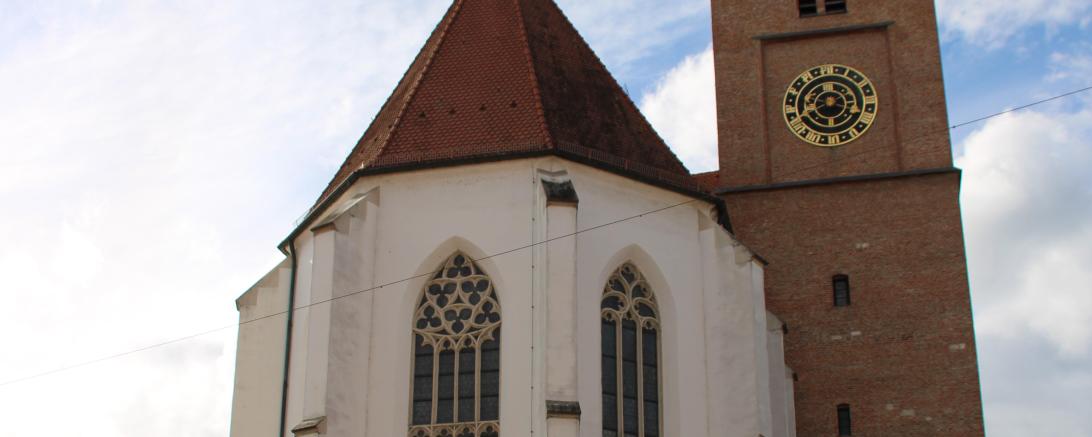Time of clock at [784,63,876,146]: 3:40
